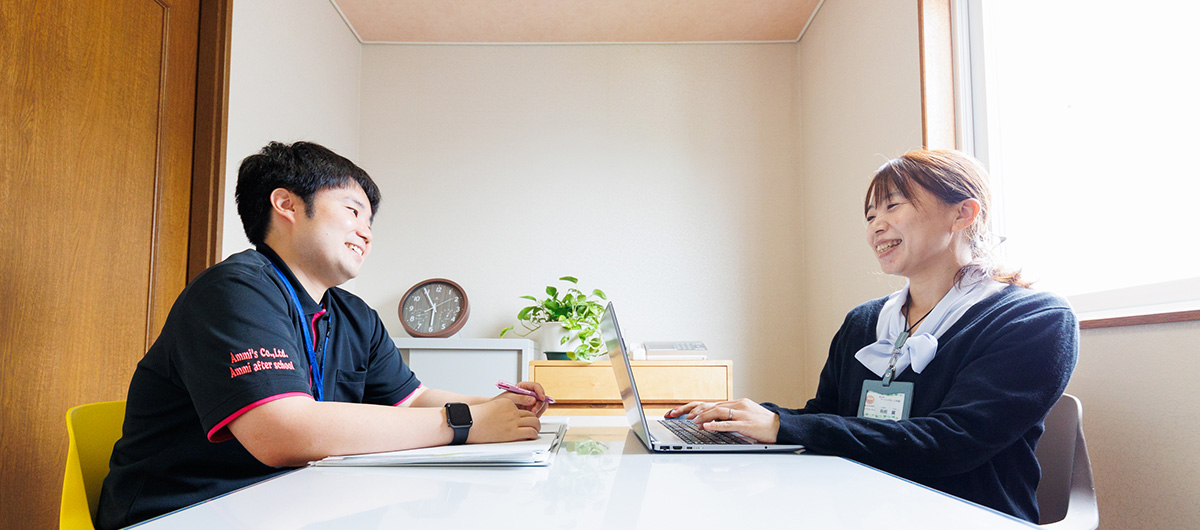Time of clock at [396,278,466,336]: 5:54
